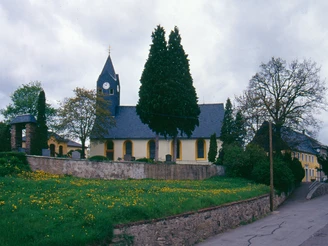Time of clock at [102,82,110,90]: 9:01
